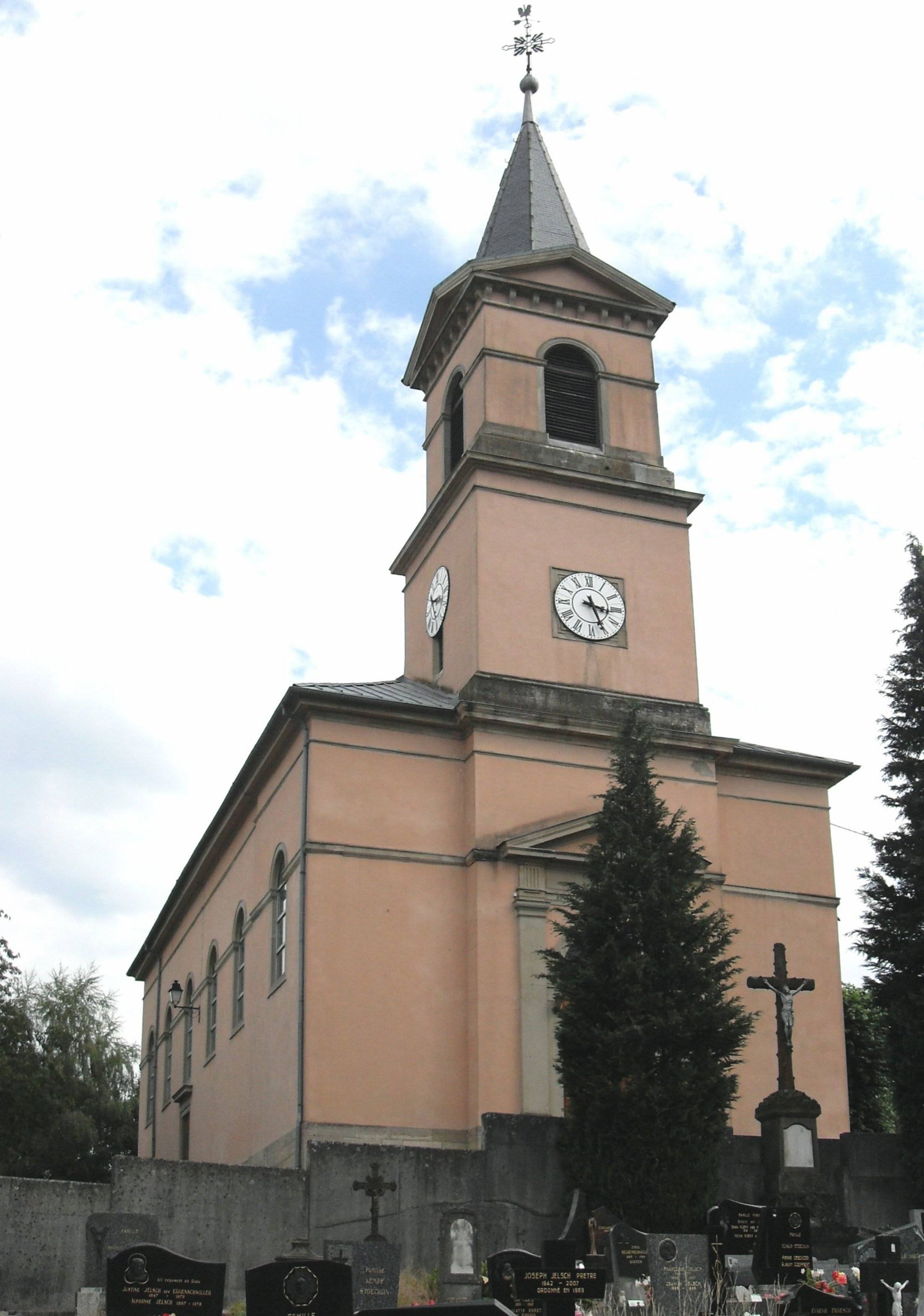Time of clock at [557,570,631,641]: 3:25
